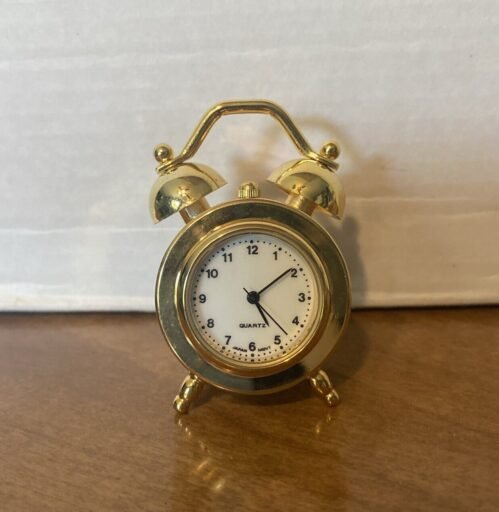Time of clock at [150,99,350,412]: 5:09
